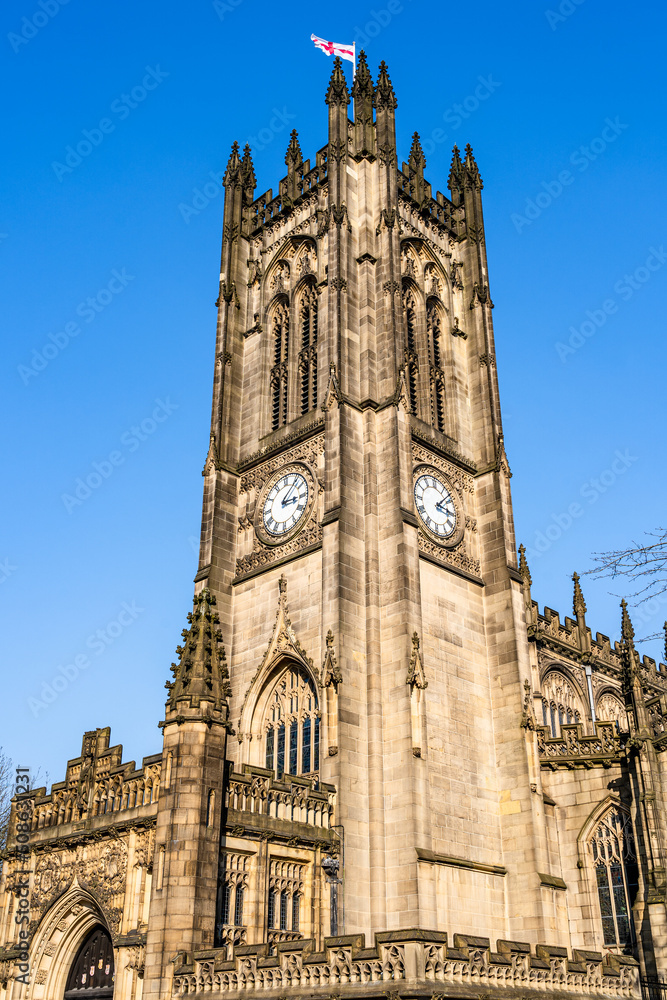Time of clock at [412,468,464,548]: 3:07
